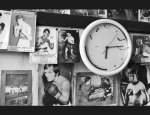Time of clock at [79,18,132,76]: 6:14
